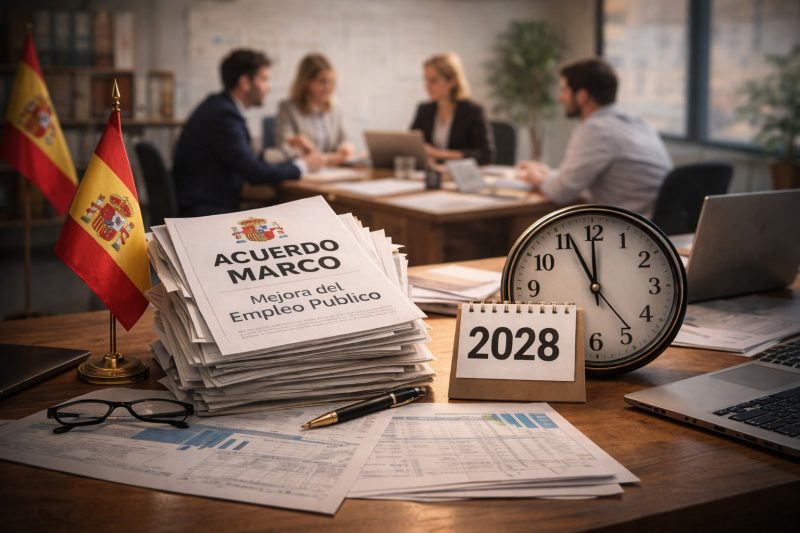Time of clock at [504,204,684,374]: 11:55
